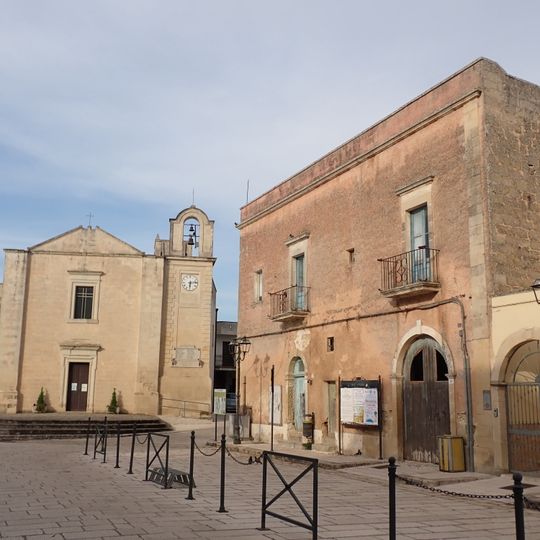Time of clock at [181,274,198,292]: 6:13
